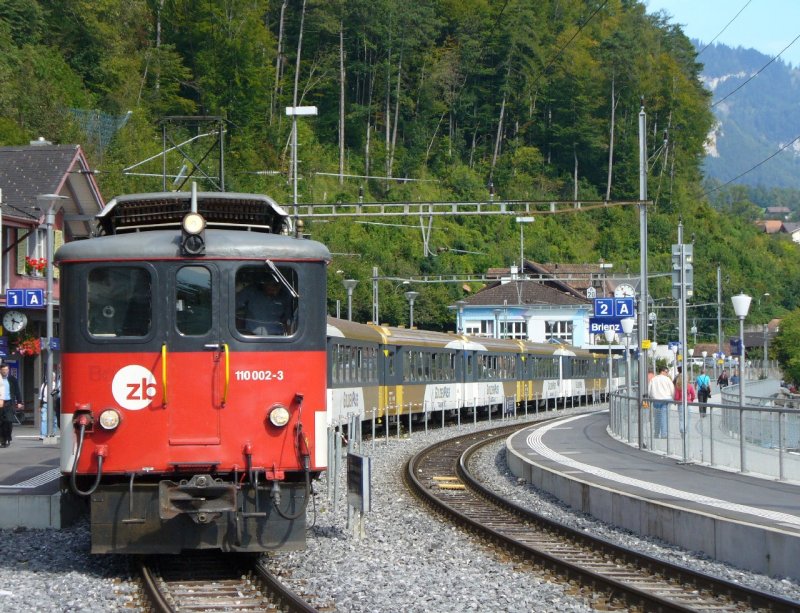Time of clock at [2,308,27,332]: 3:31
